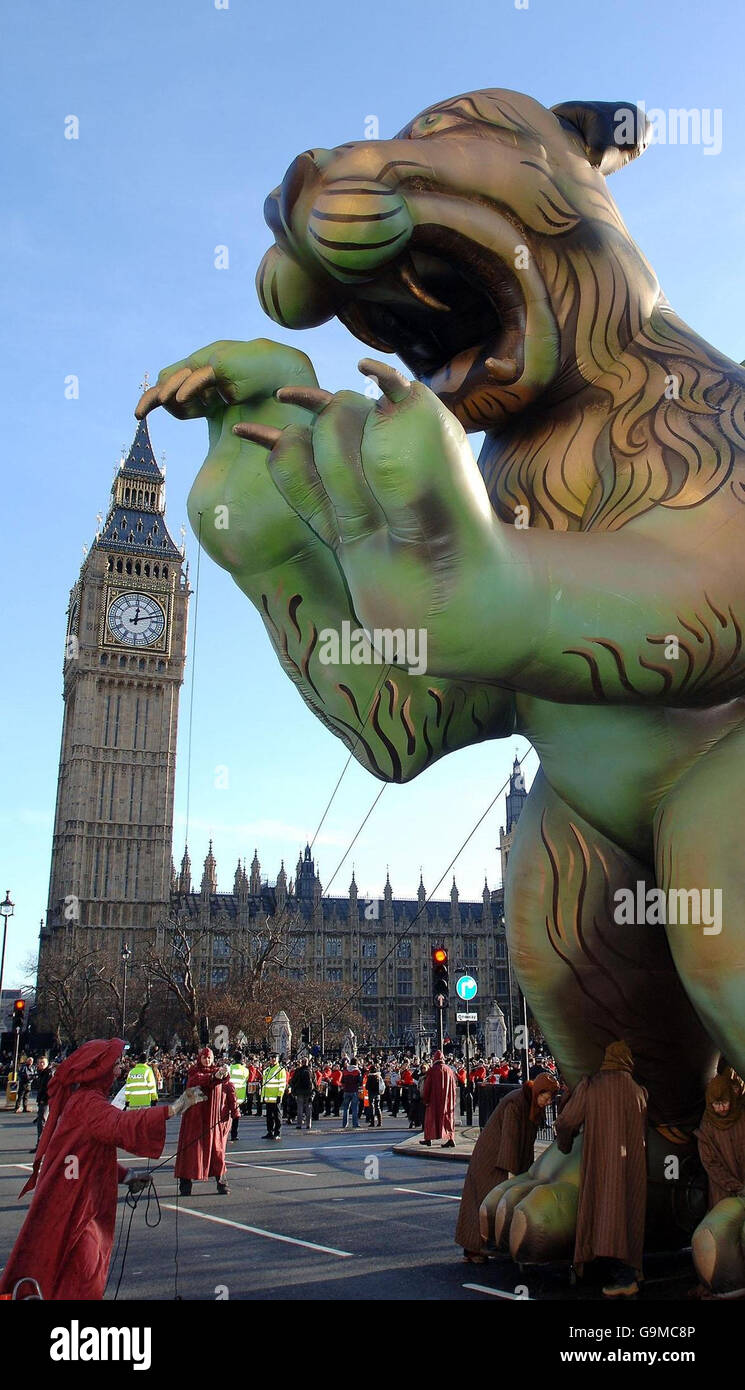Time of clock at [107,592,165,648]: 12:12
